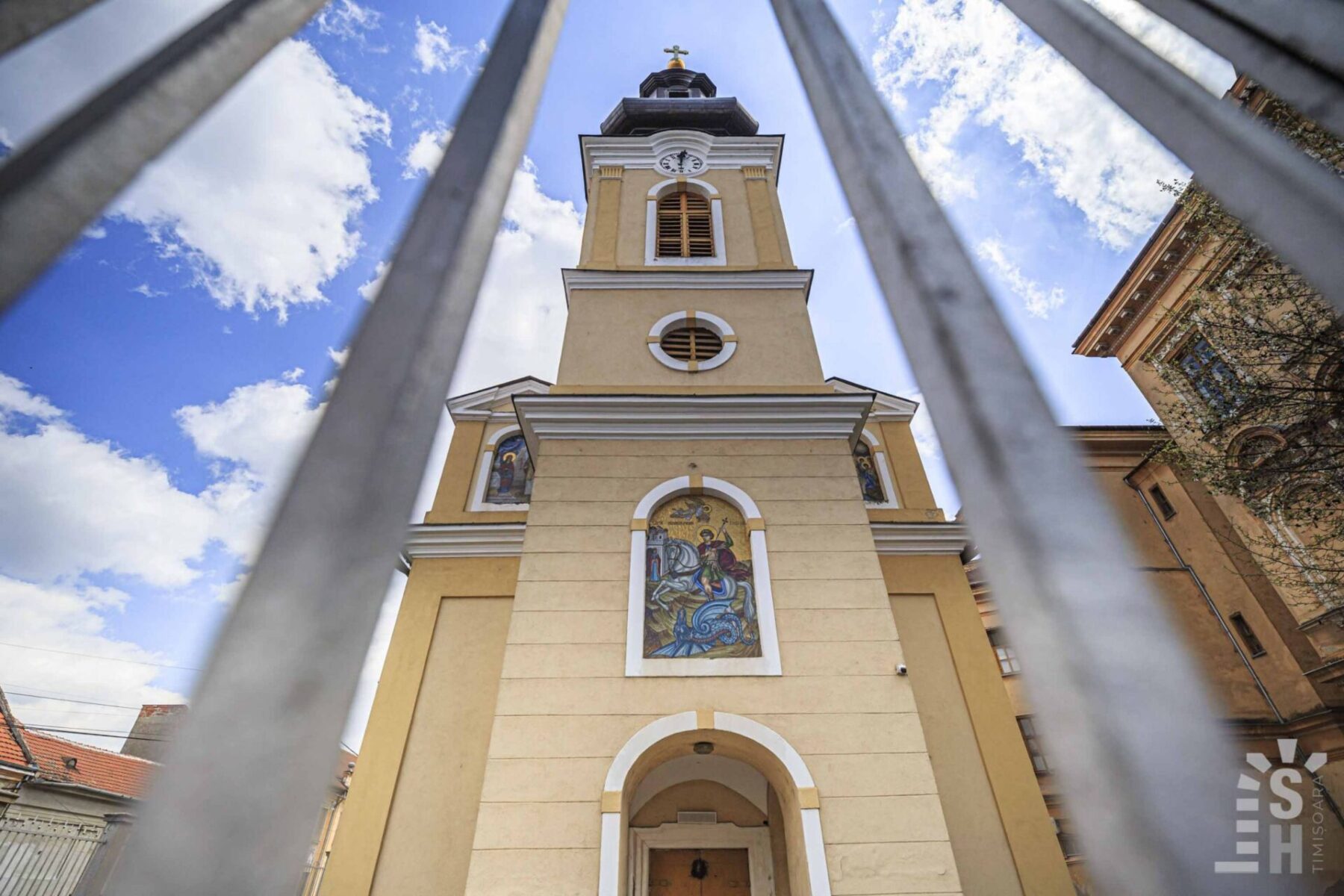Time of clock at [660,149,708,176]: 12:01
